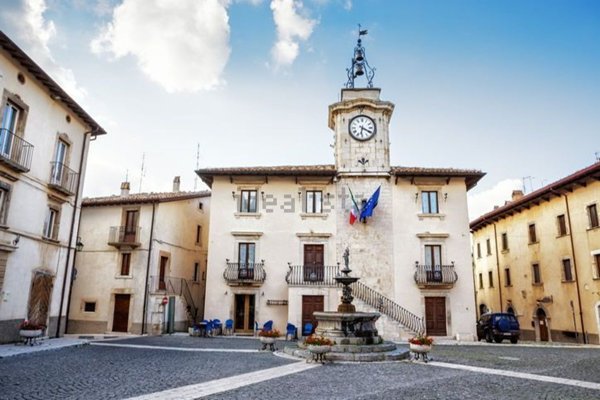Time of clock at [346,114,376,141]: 6:19
